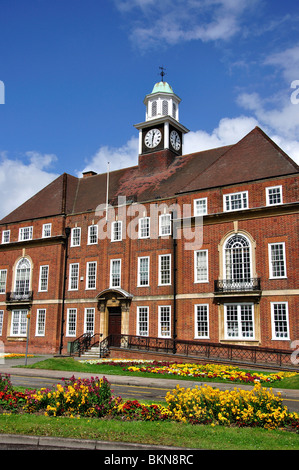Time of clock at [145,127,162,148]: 12:30
